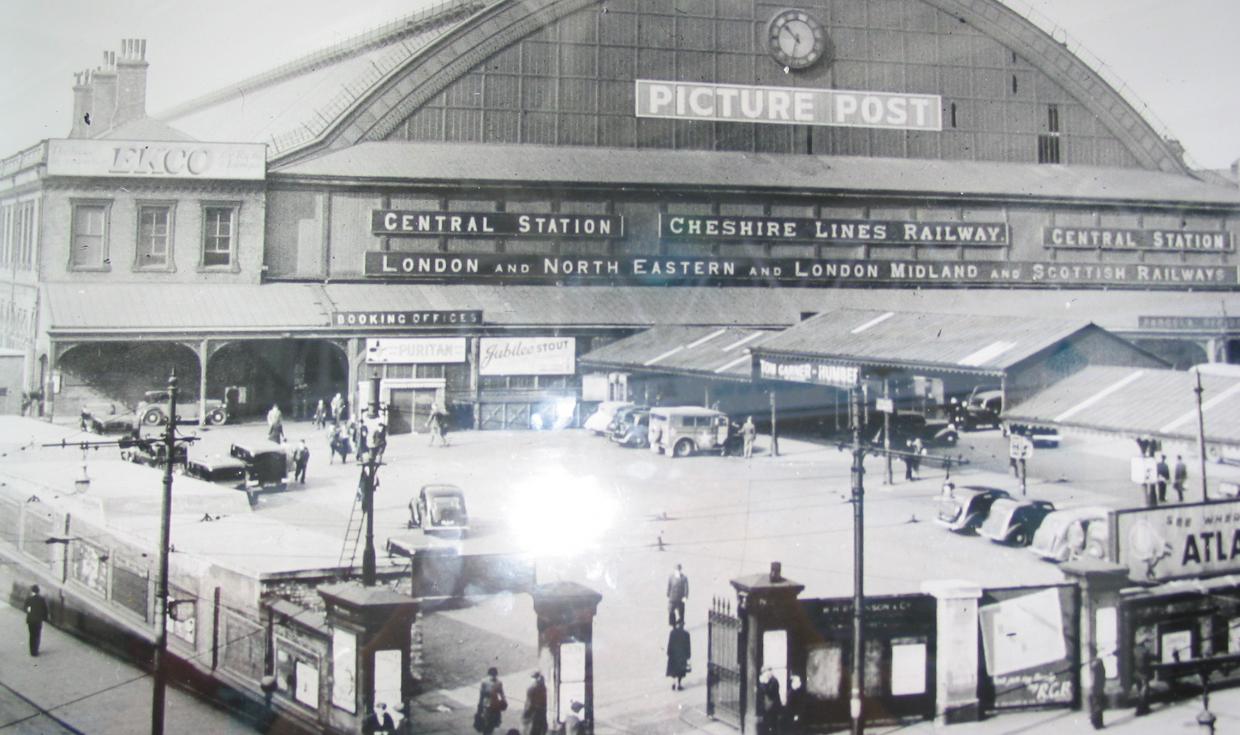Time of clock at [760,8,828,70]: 10:32
